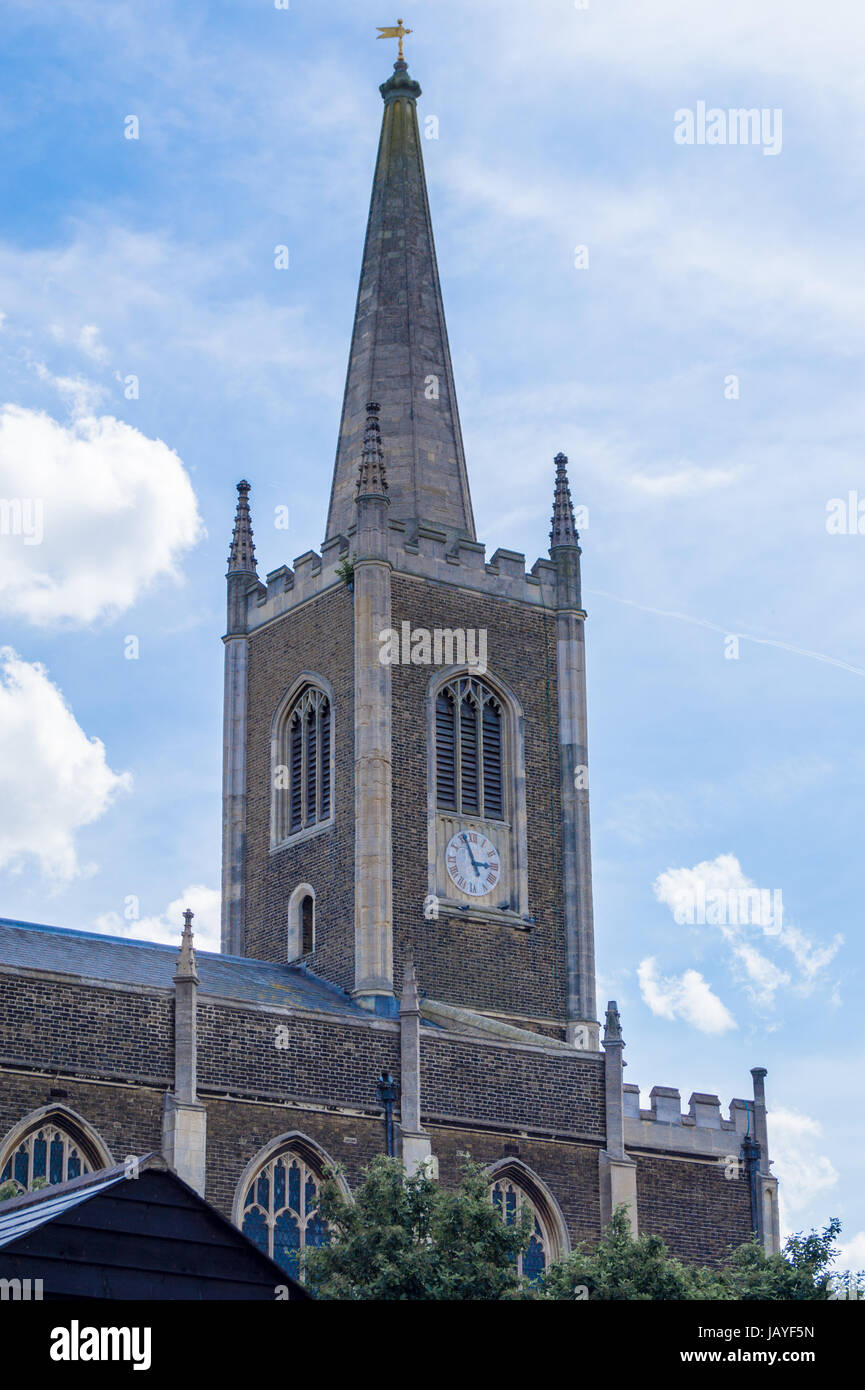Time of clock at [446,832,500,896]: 2:56
